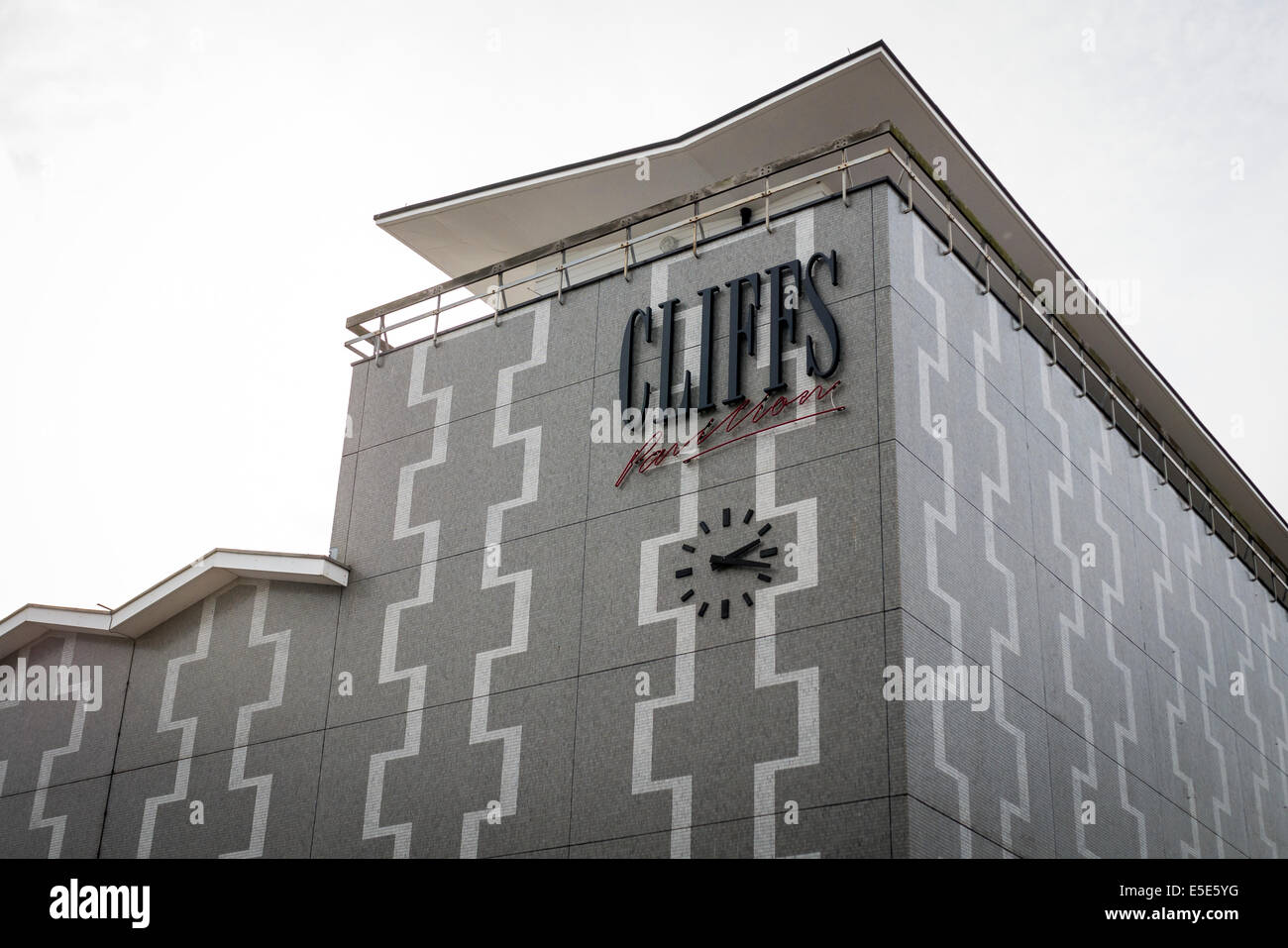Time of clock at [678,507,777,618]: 2:17
